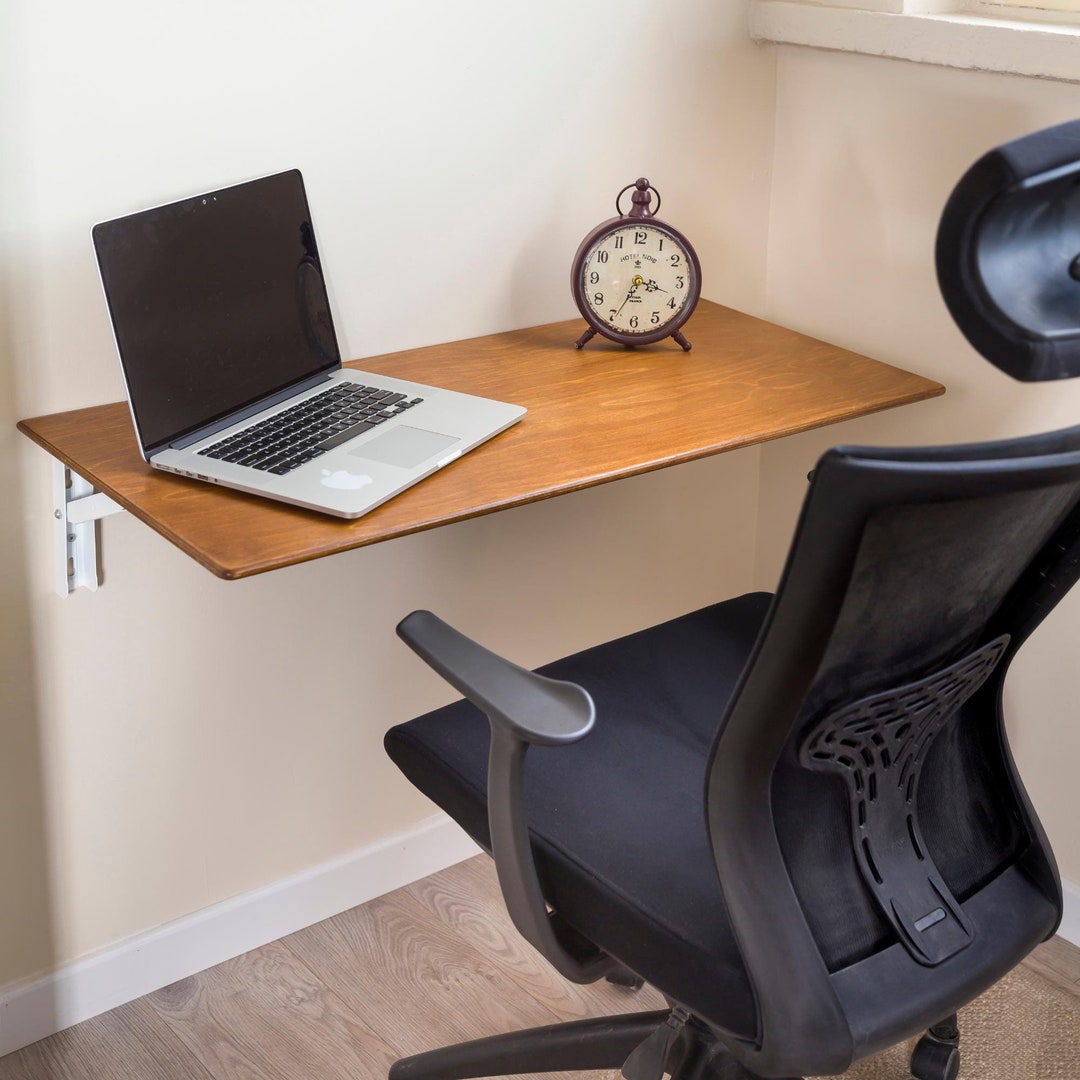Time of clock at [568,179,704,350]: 3:34
